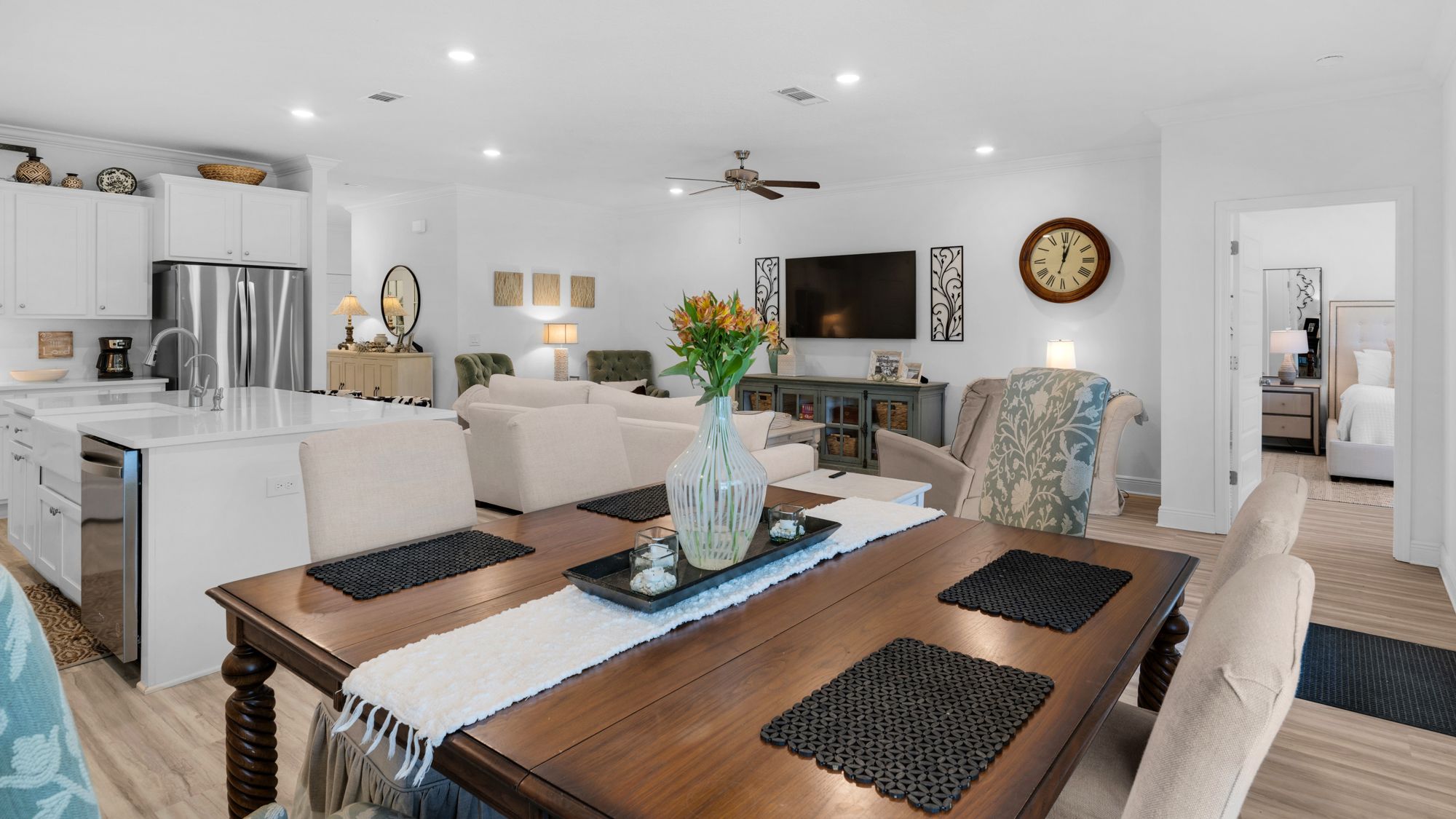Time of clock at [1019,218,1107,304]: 12:02
